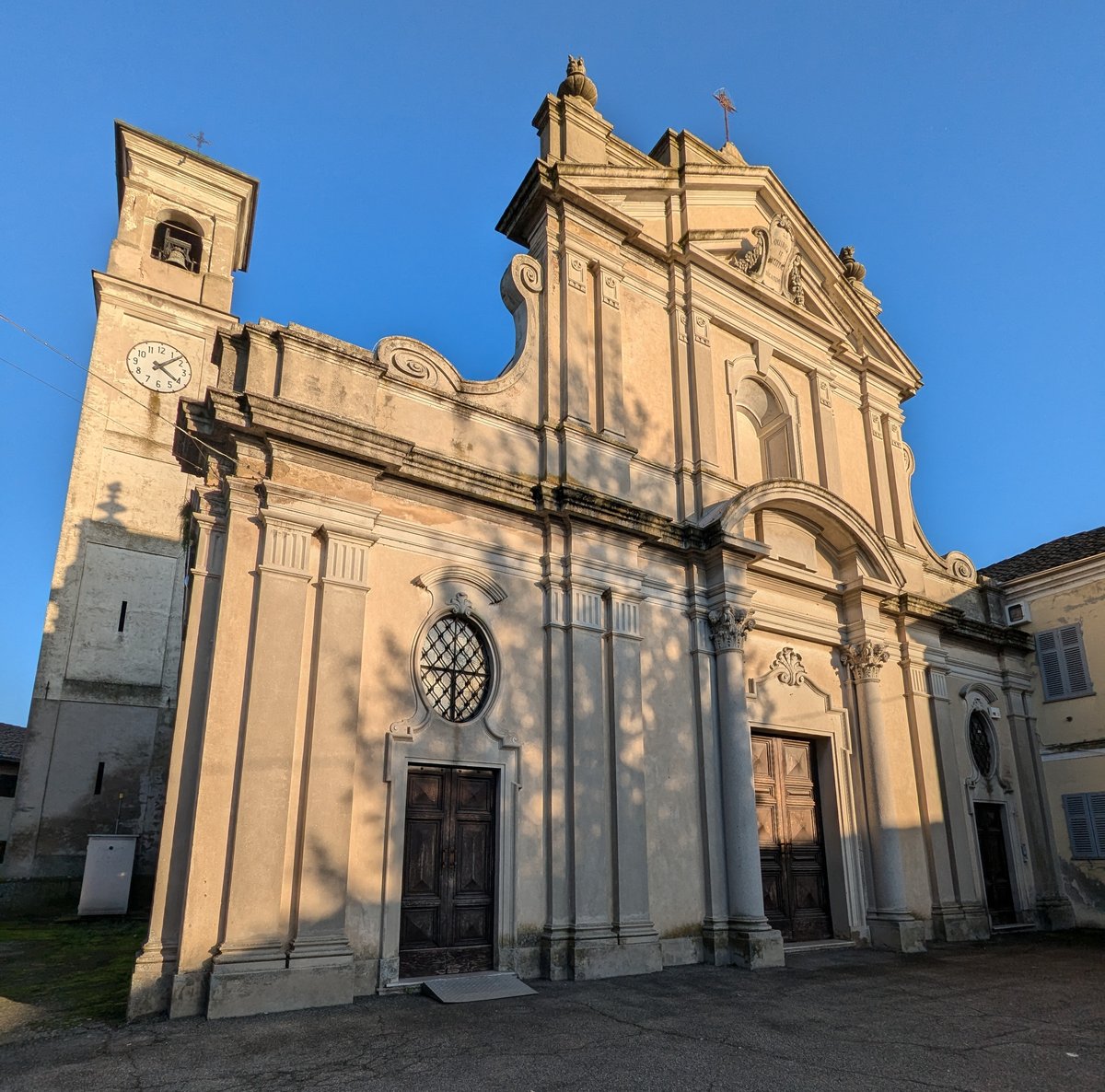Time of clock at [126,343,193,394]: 4:07
